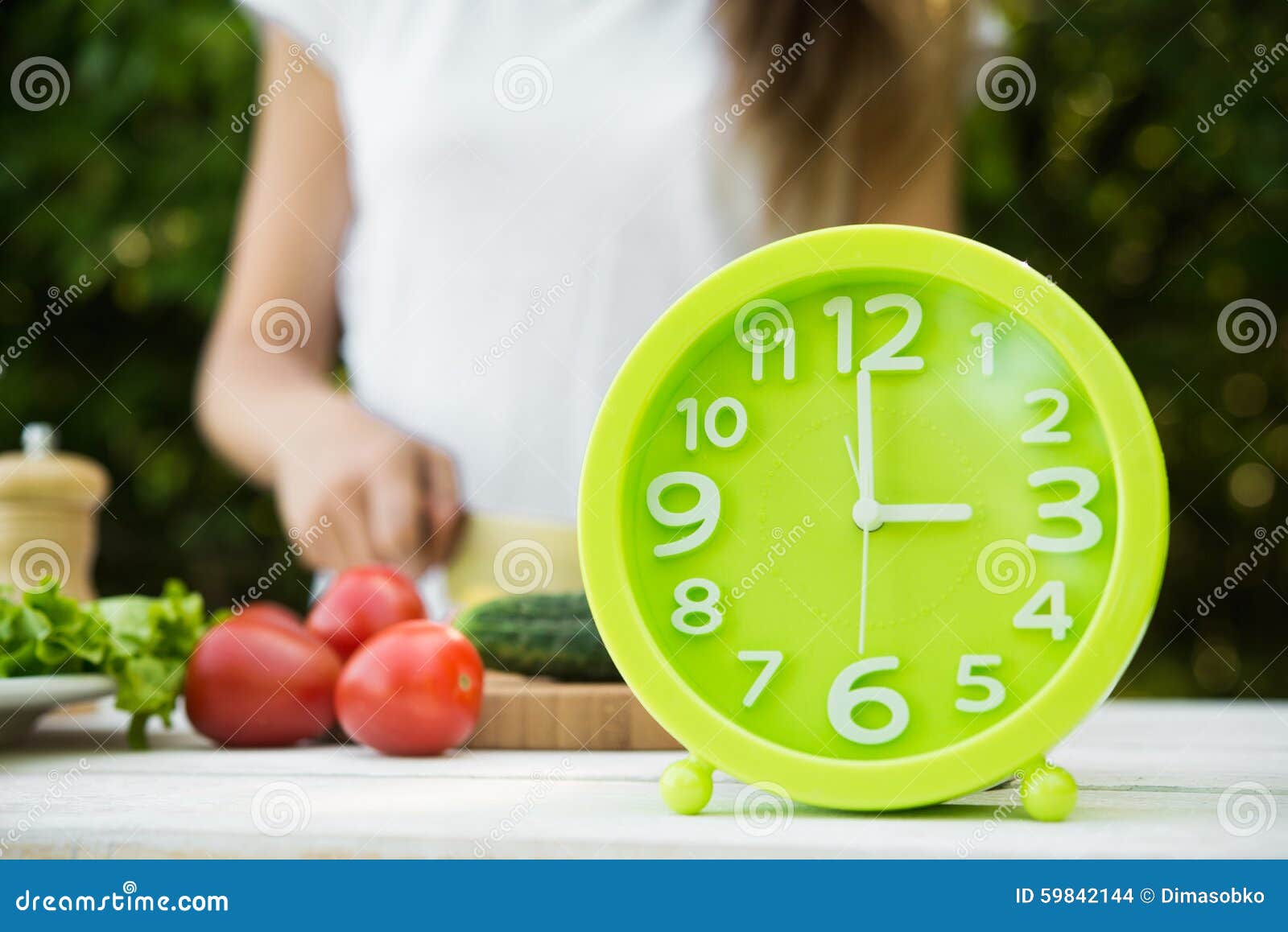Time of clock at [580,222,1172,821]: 2:59
